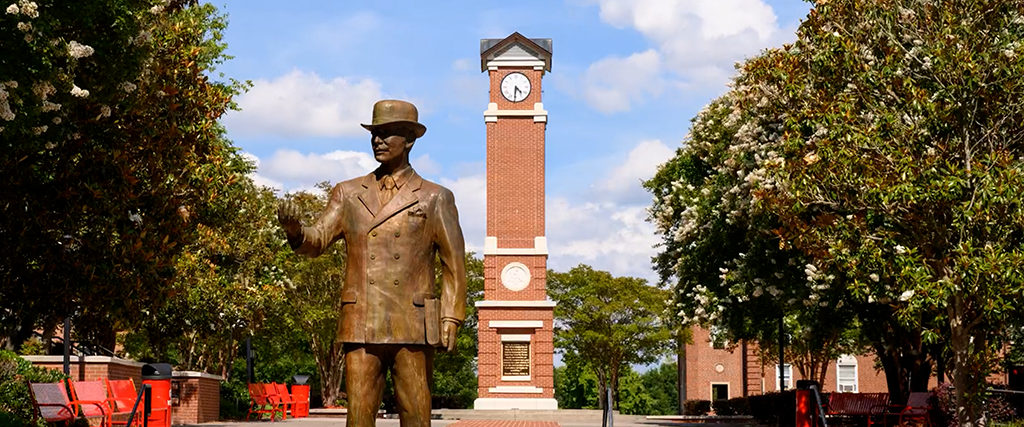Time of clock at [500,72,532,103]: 4:30
